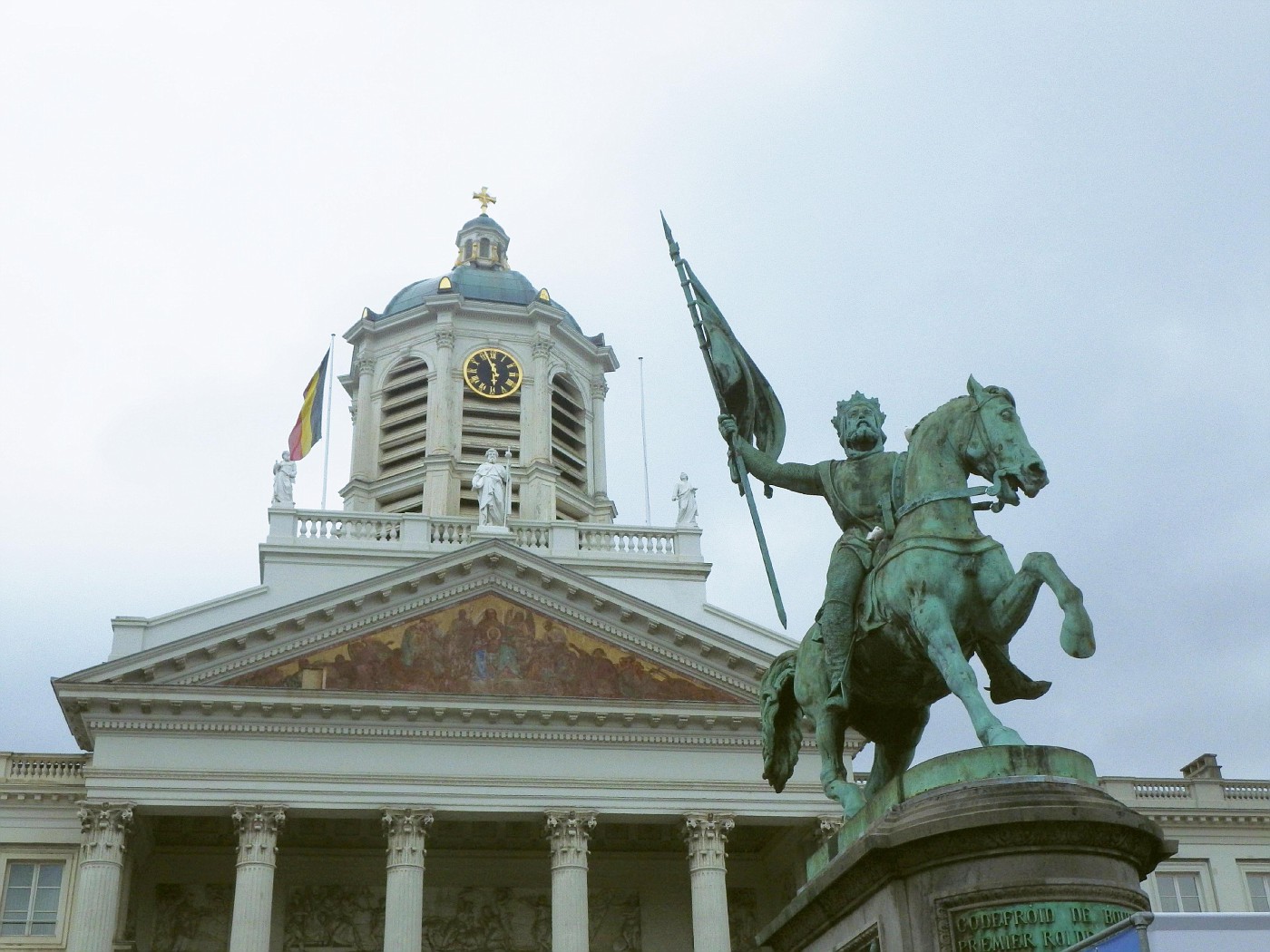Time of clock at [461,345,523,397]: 5:56
